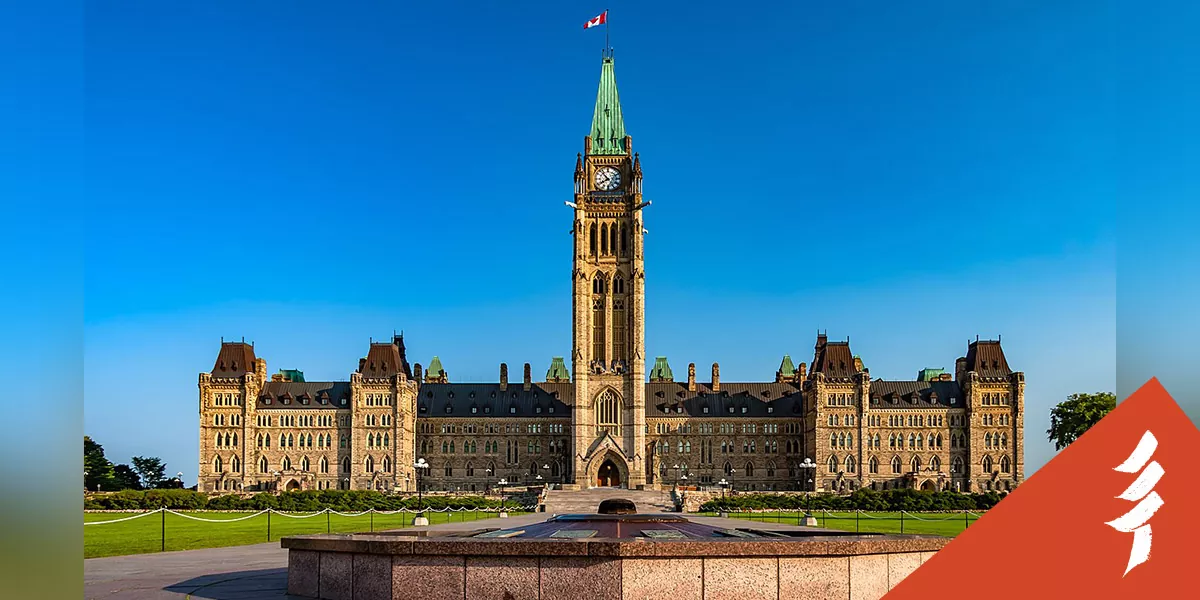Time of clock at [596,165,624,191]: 7:52
